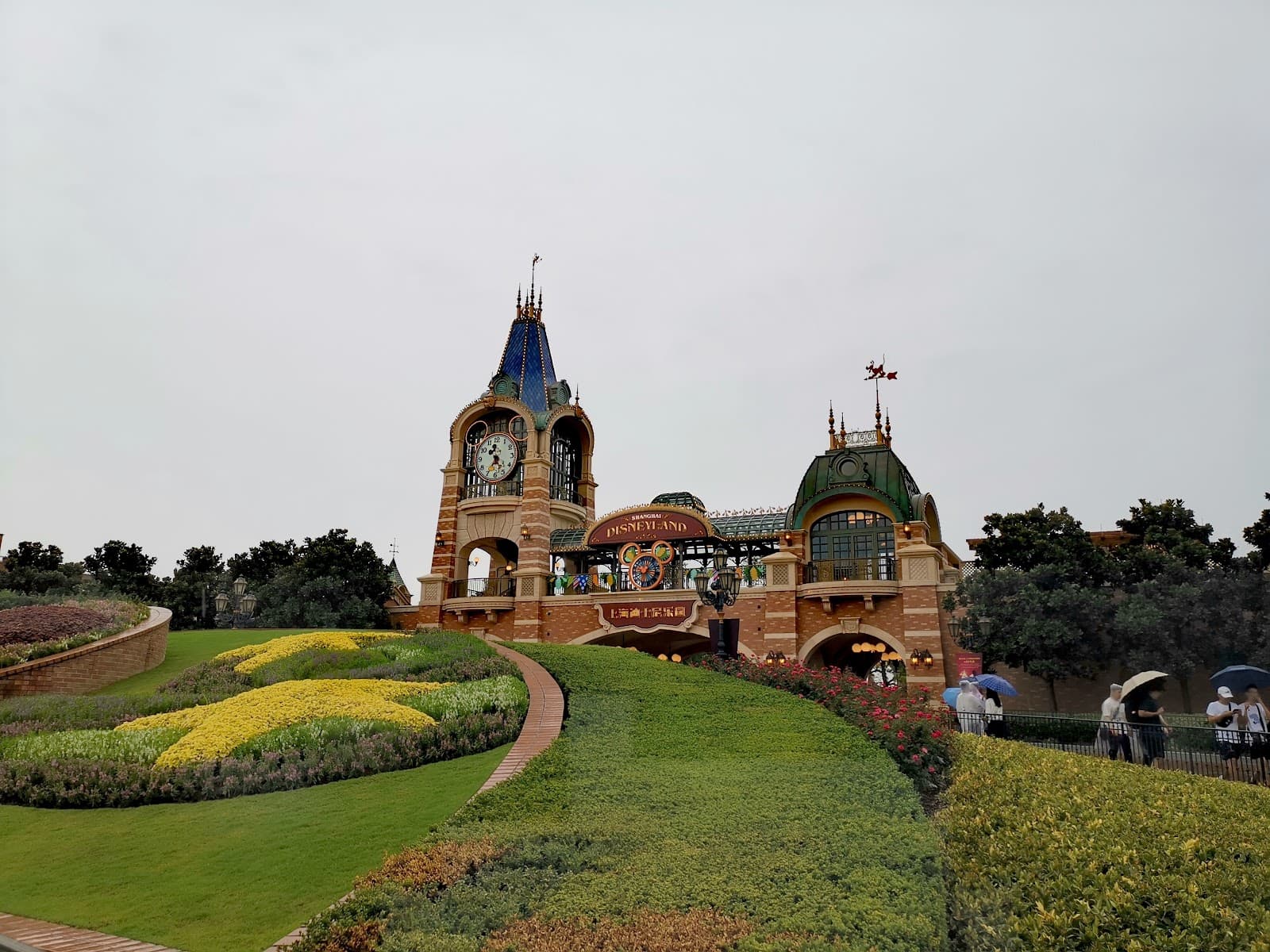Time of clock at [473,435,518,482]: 11:35
